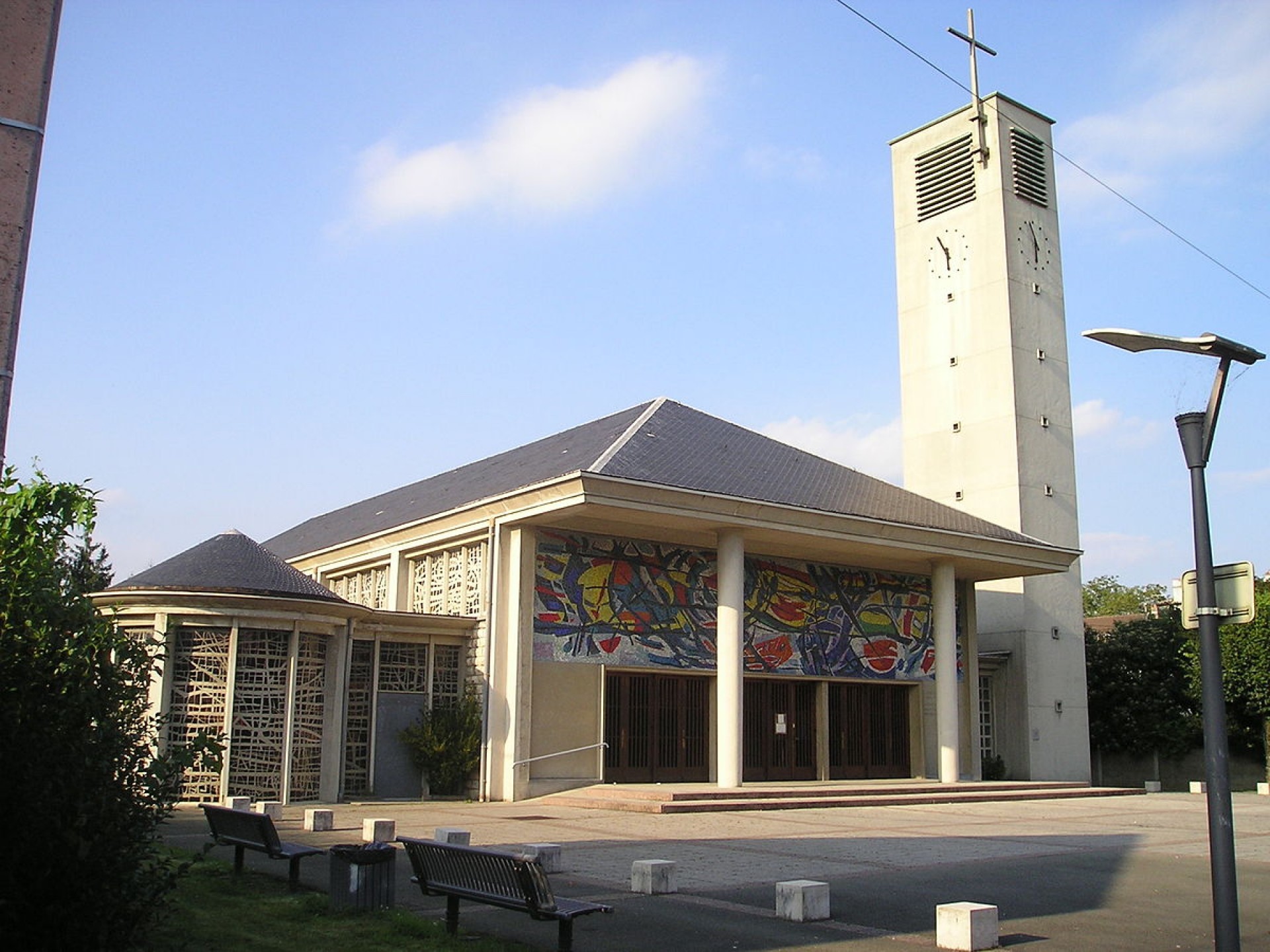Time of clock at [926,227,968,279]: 5:55
